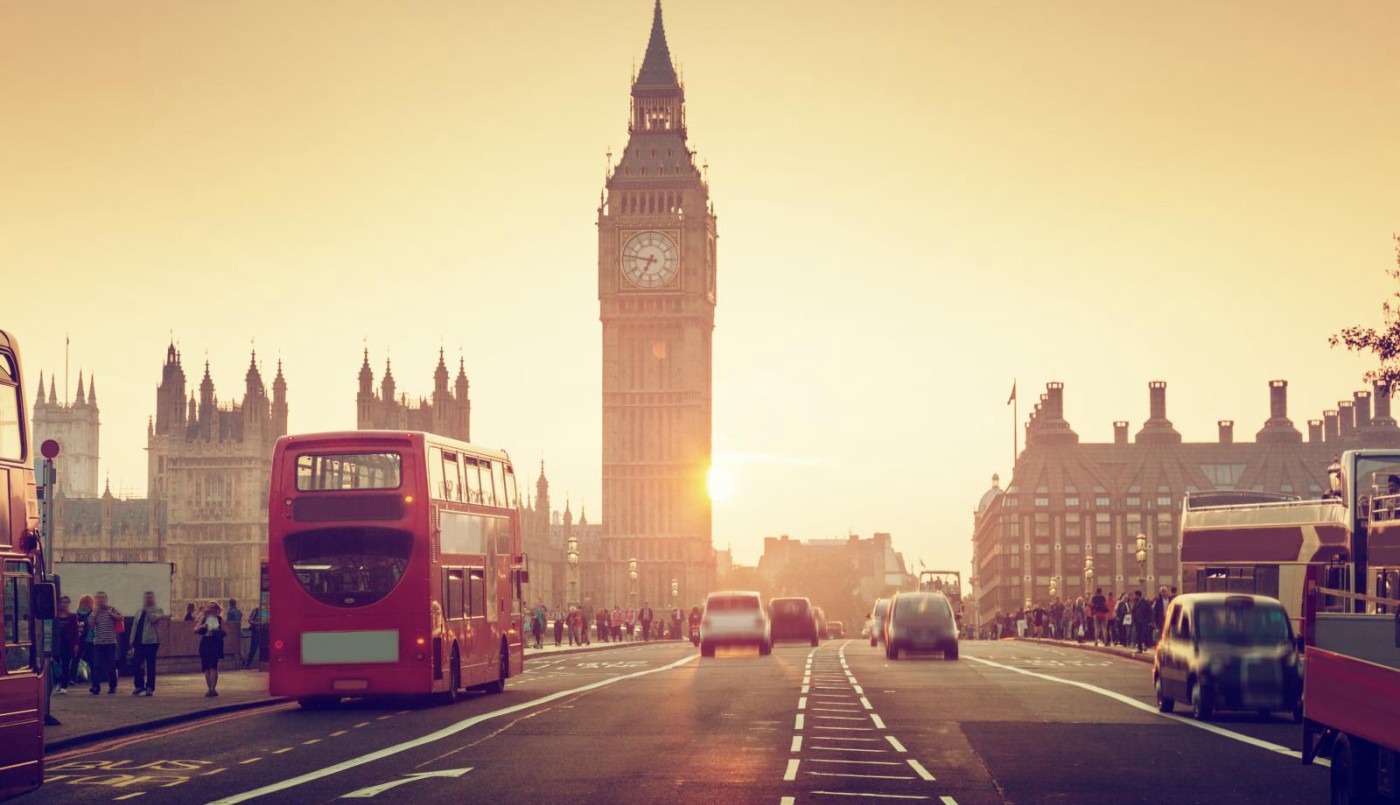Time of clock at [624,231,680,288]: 6:47
